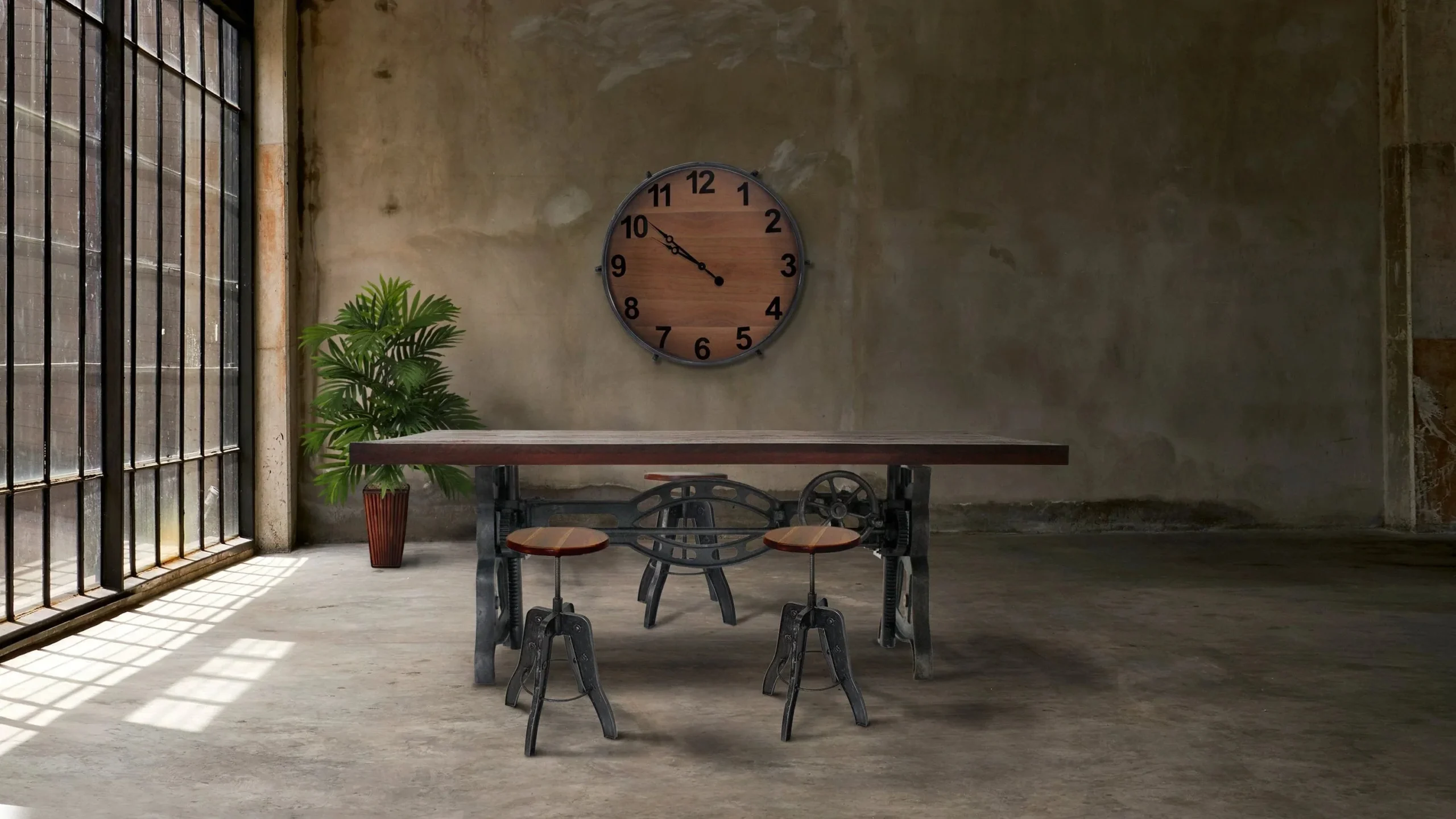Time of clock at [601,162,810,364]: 9:51
